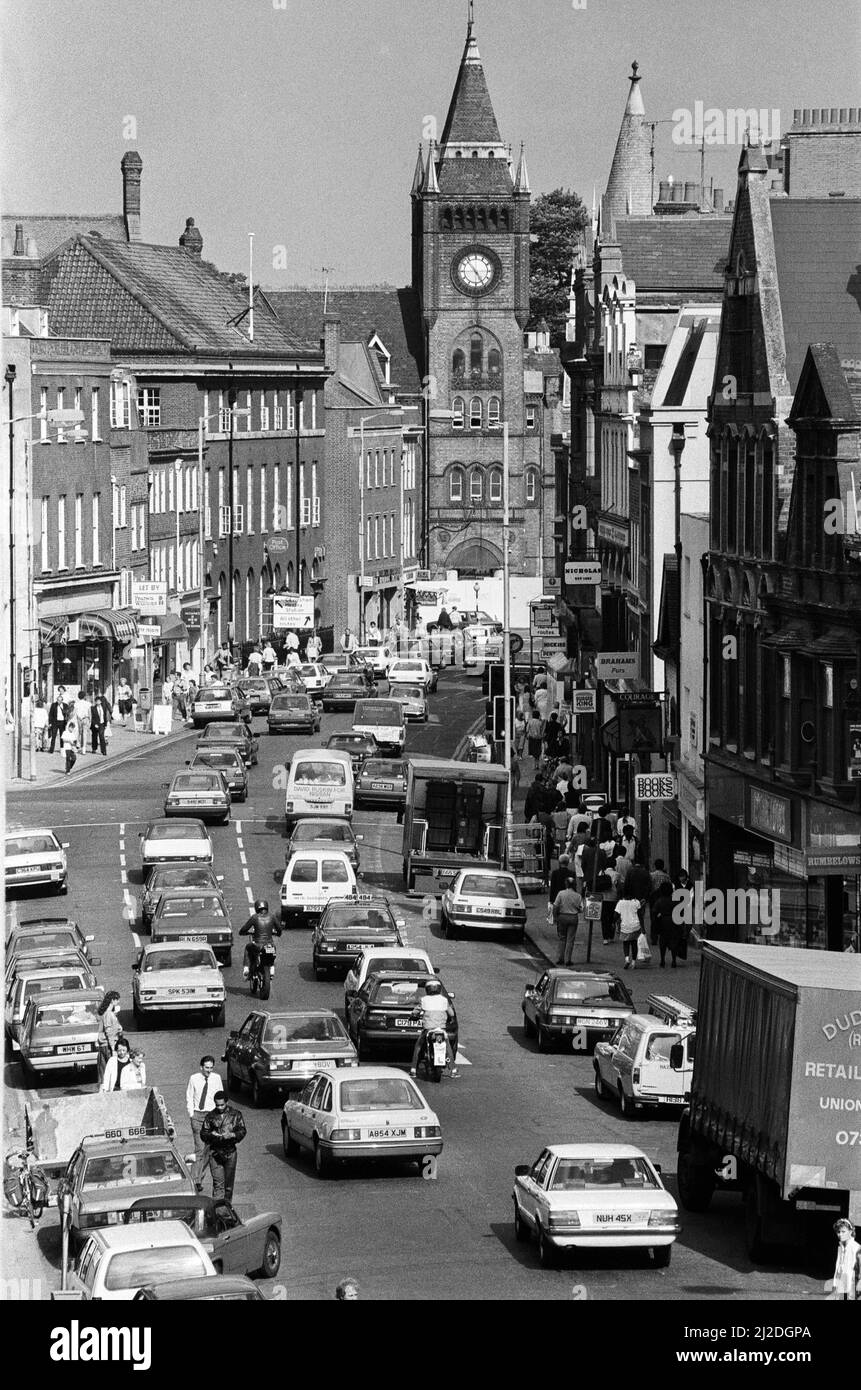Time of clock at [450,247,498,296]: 4:53
